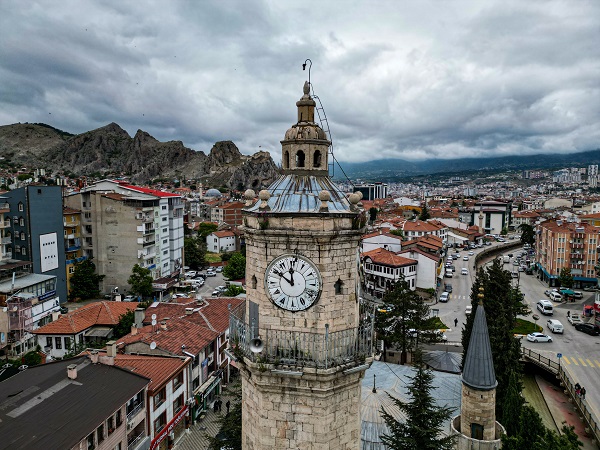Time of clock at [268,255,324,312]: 11:50
